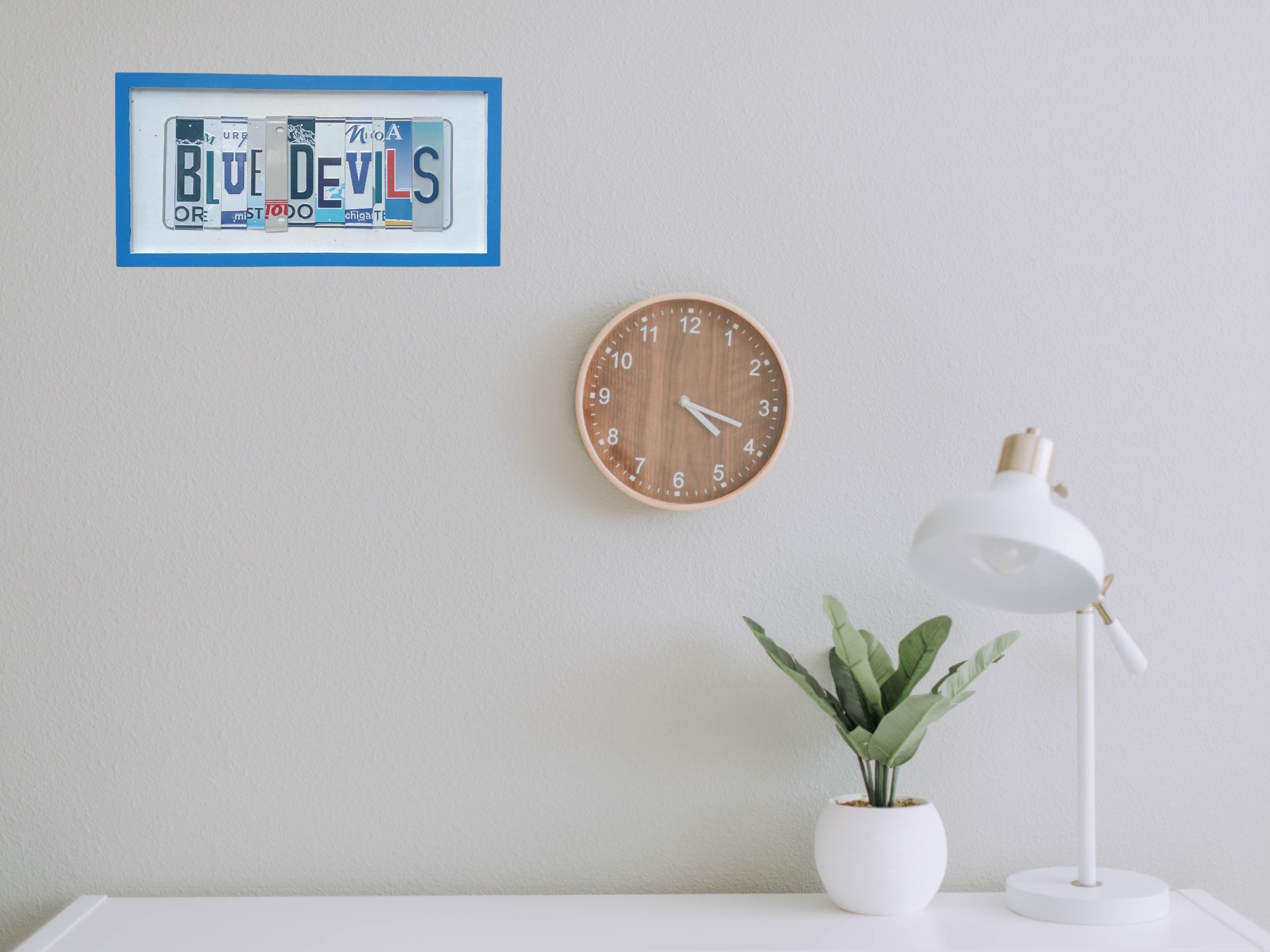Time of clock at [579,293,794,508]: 4:18
